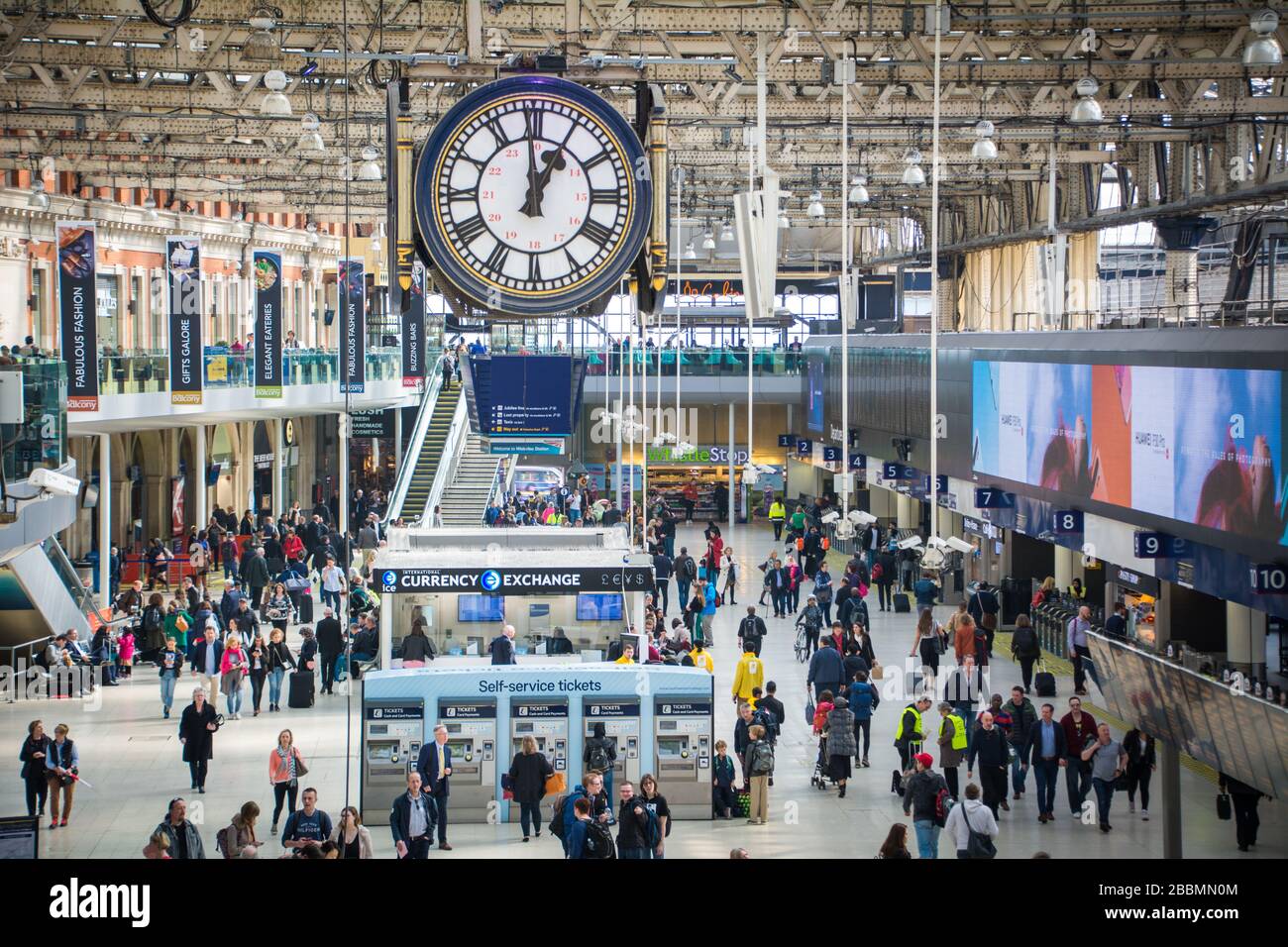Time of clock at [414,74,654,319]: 12:59
